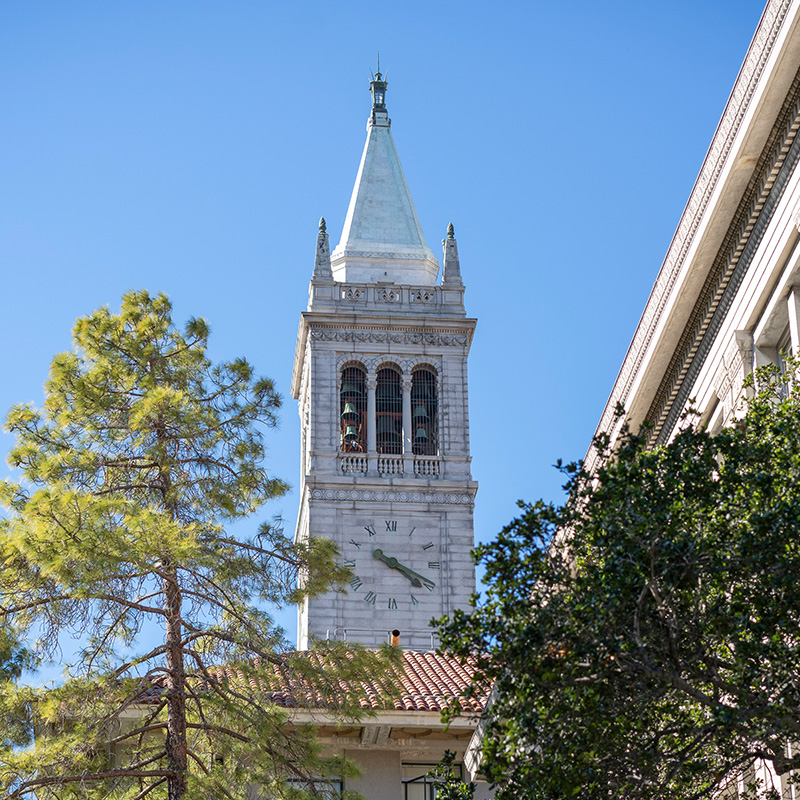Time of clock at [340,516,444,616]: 4:19
